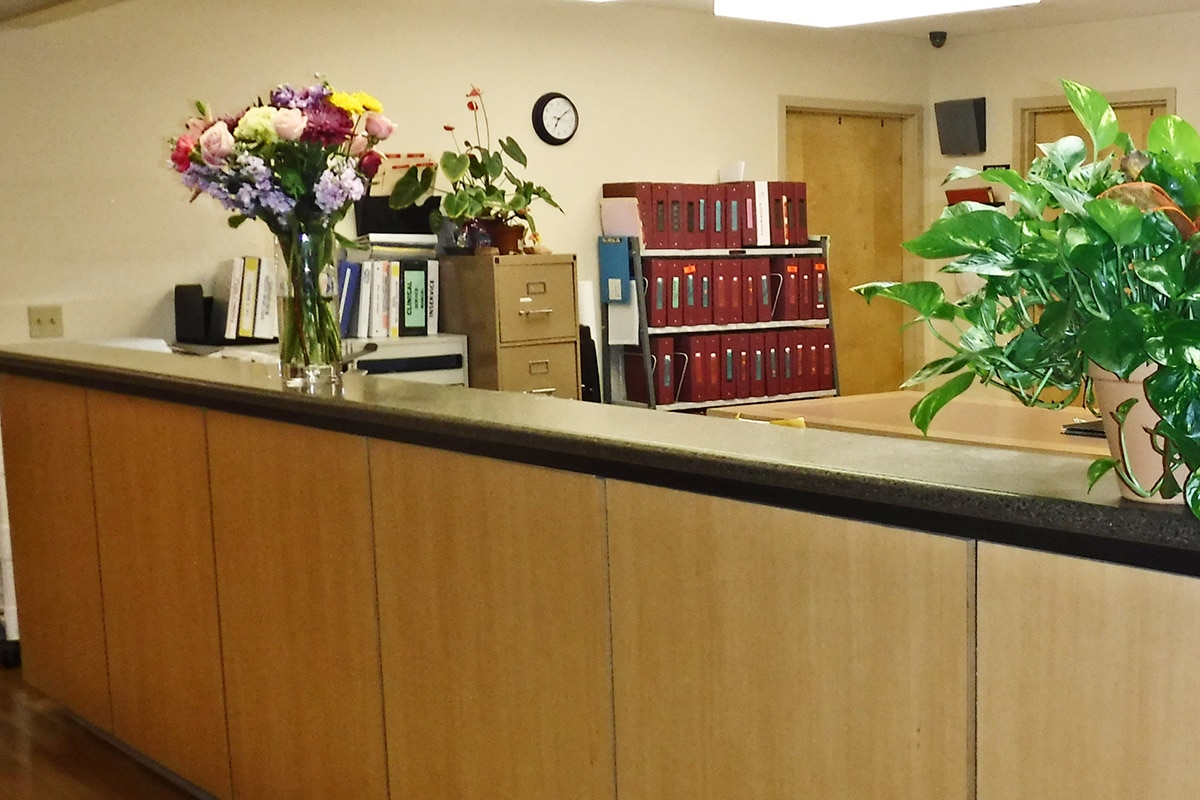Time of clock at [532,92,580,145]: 1:34
